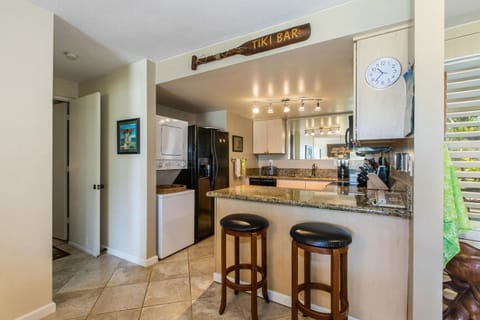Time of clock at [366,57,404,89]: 10:36
